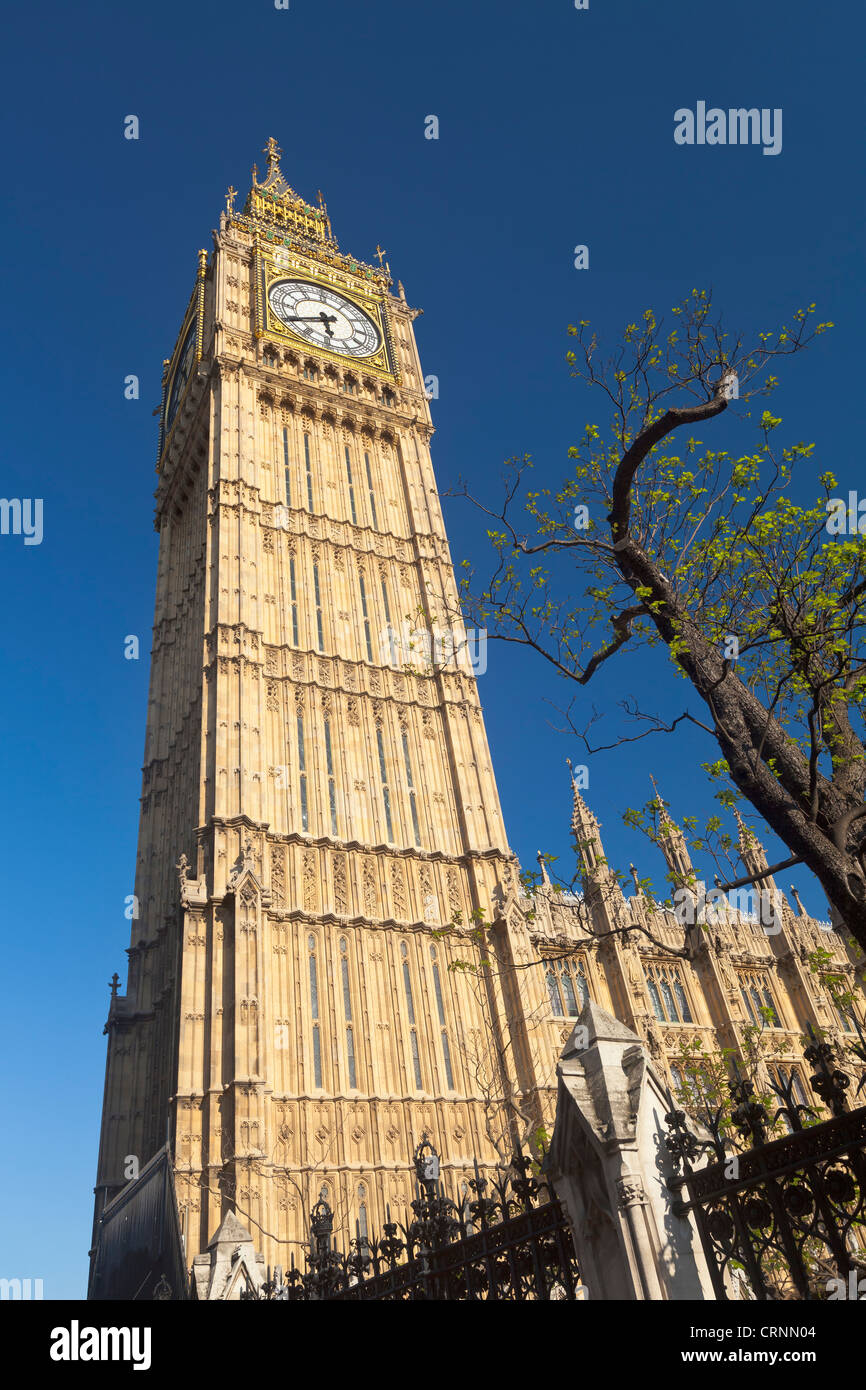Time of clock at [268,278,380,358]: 5:40
